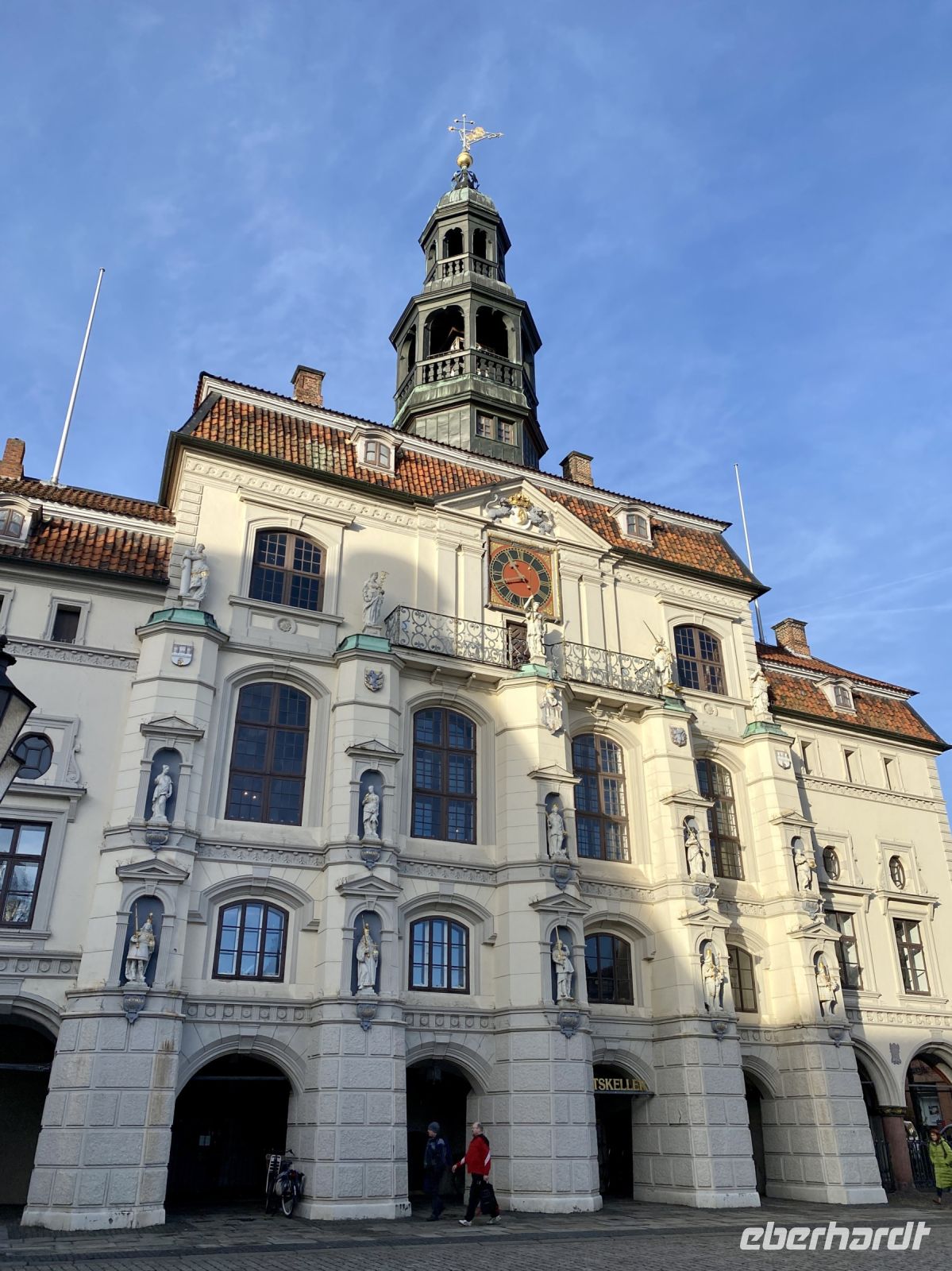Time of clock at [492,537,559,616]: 10:41
